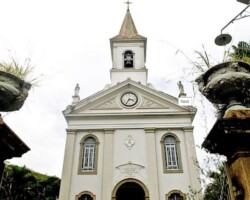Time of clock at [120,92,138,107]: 3:35
